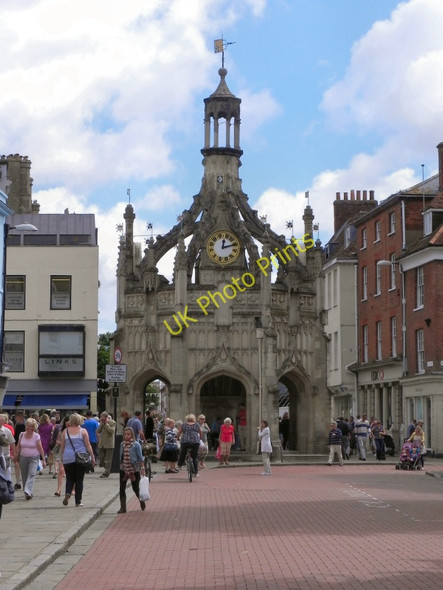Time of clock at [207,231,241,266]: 12:12
